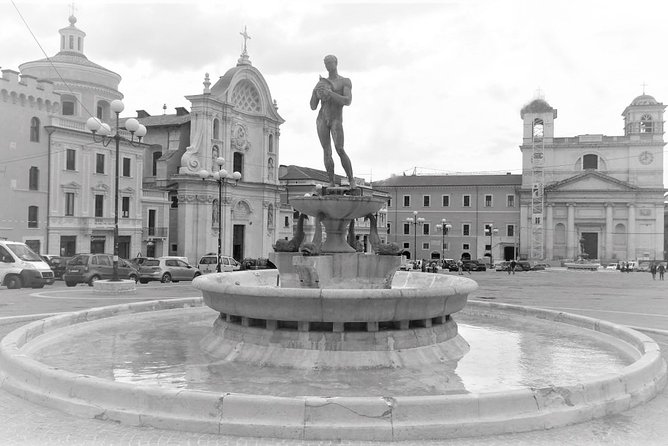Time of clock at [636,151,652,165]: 7:59
